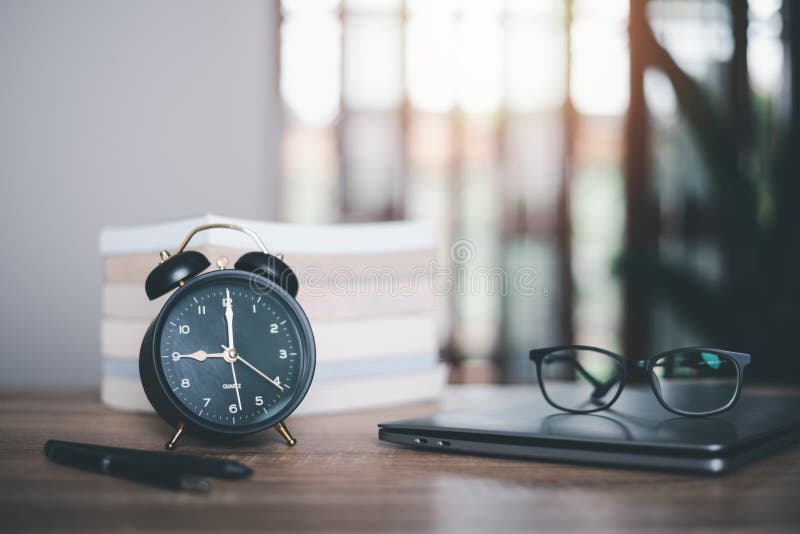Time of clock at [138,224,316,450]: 9:00
